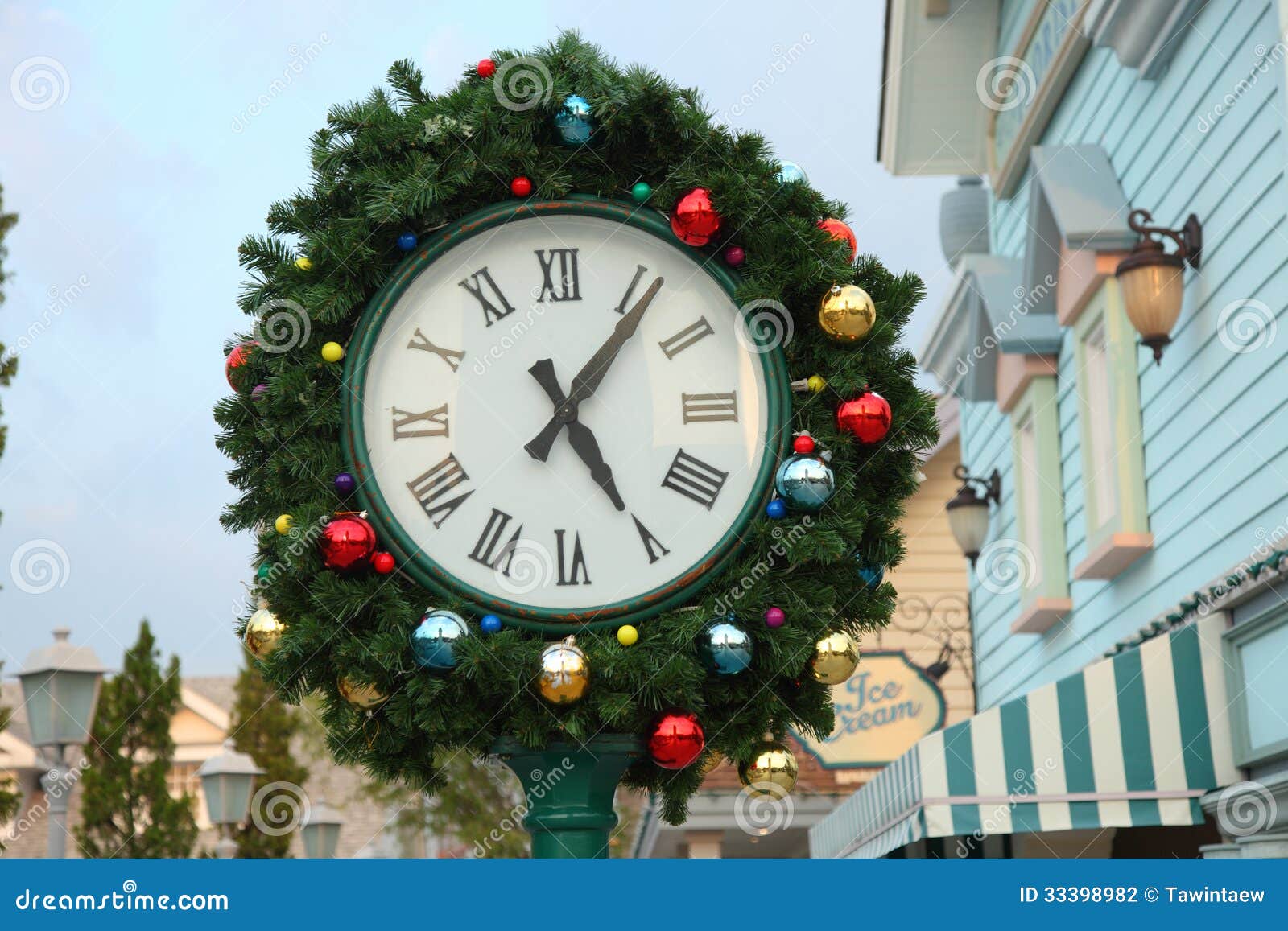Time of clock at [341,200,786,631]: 5:06
